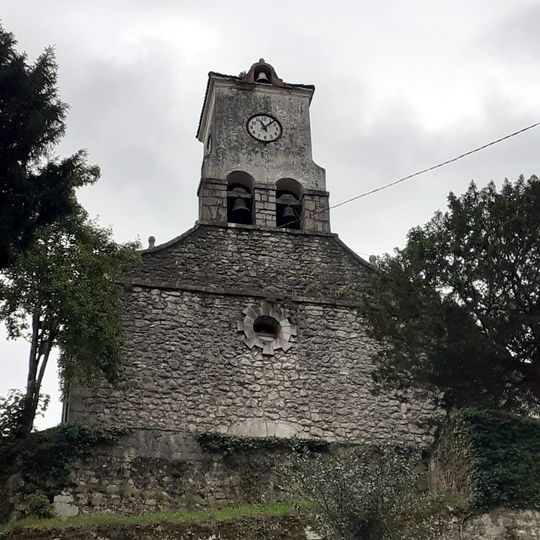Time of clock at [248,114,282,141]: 11:07
